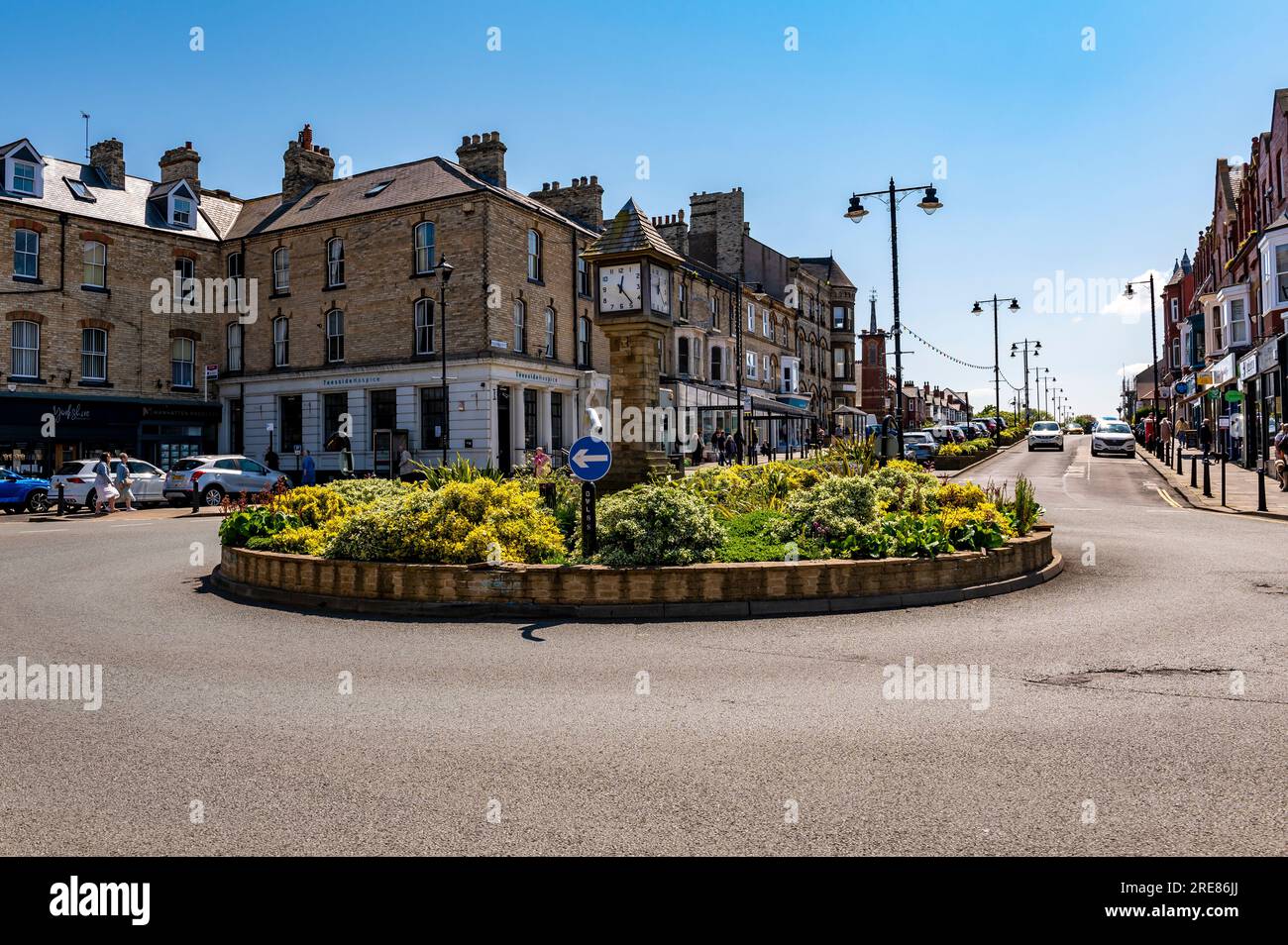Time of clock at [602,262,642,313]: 12:23
